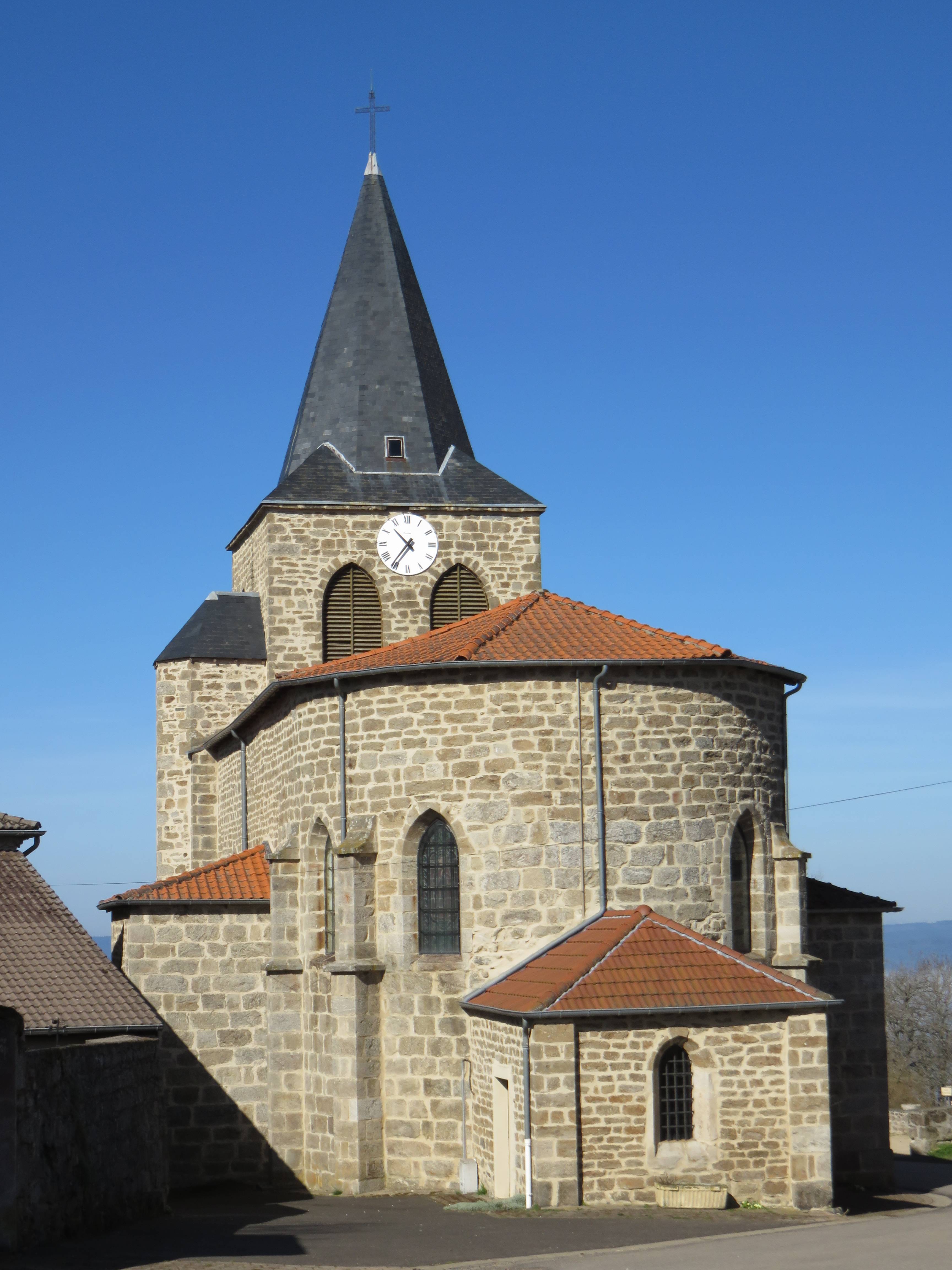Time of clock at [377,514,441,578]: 10:36
